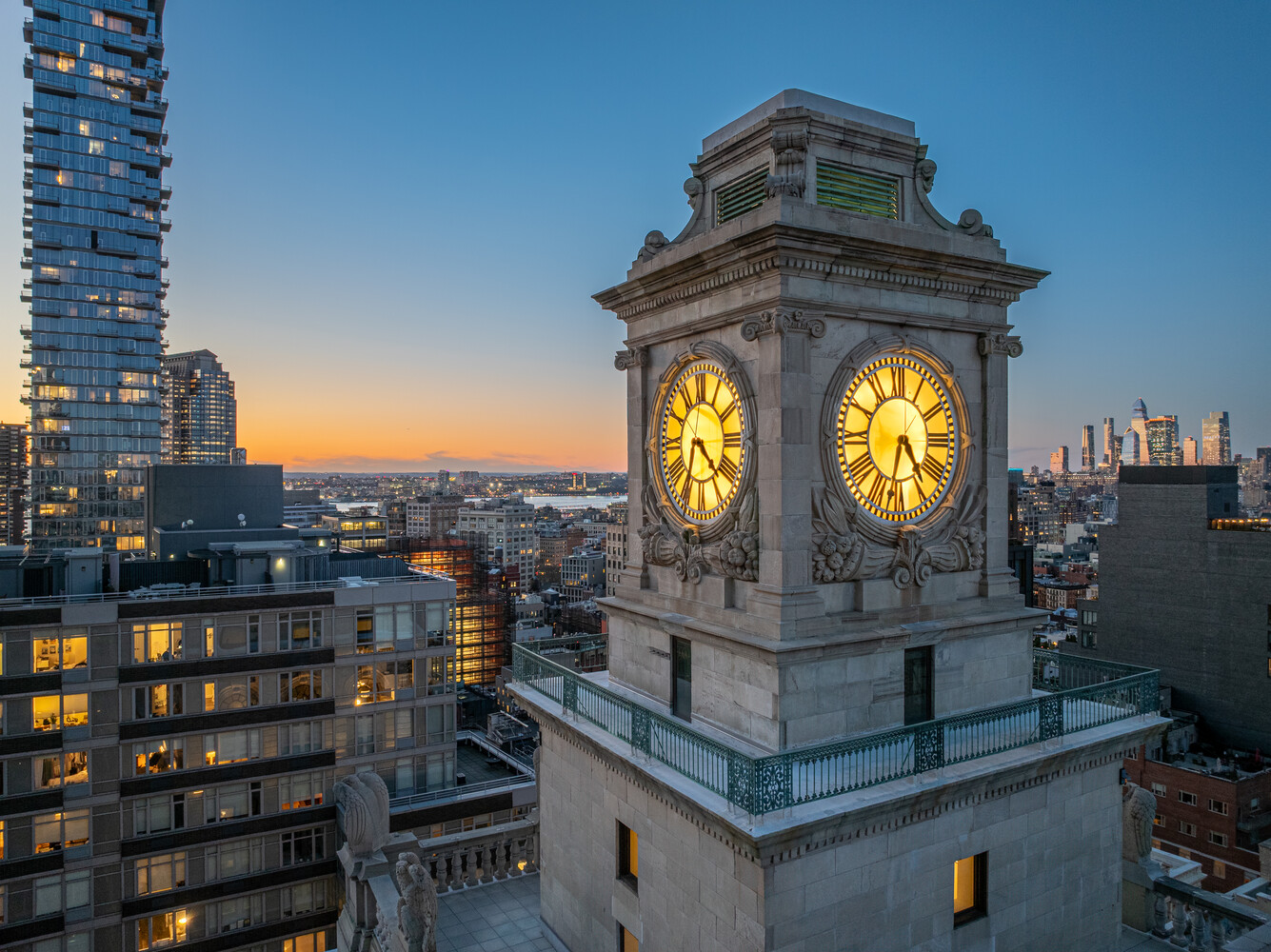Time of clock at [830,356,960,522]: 4:32
